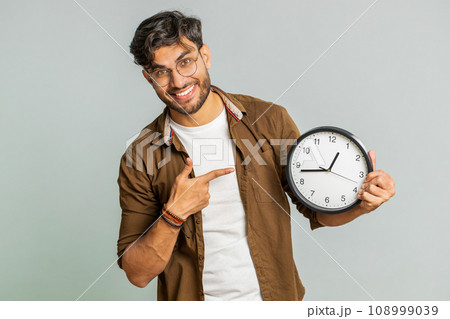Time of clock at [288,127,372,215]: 12:43
